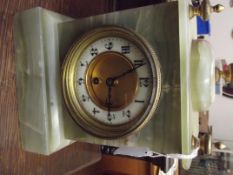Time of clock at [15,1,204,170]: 6:10
